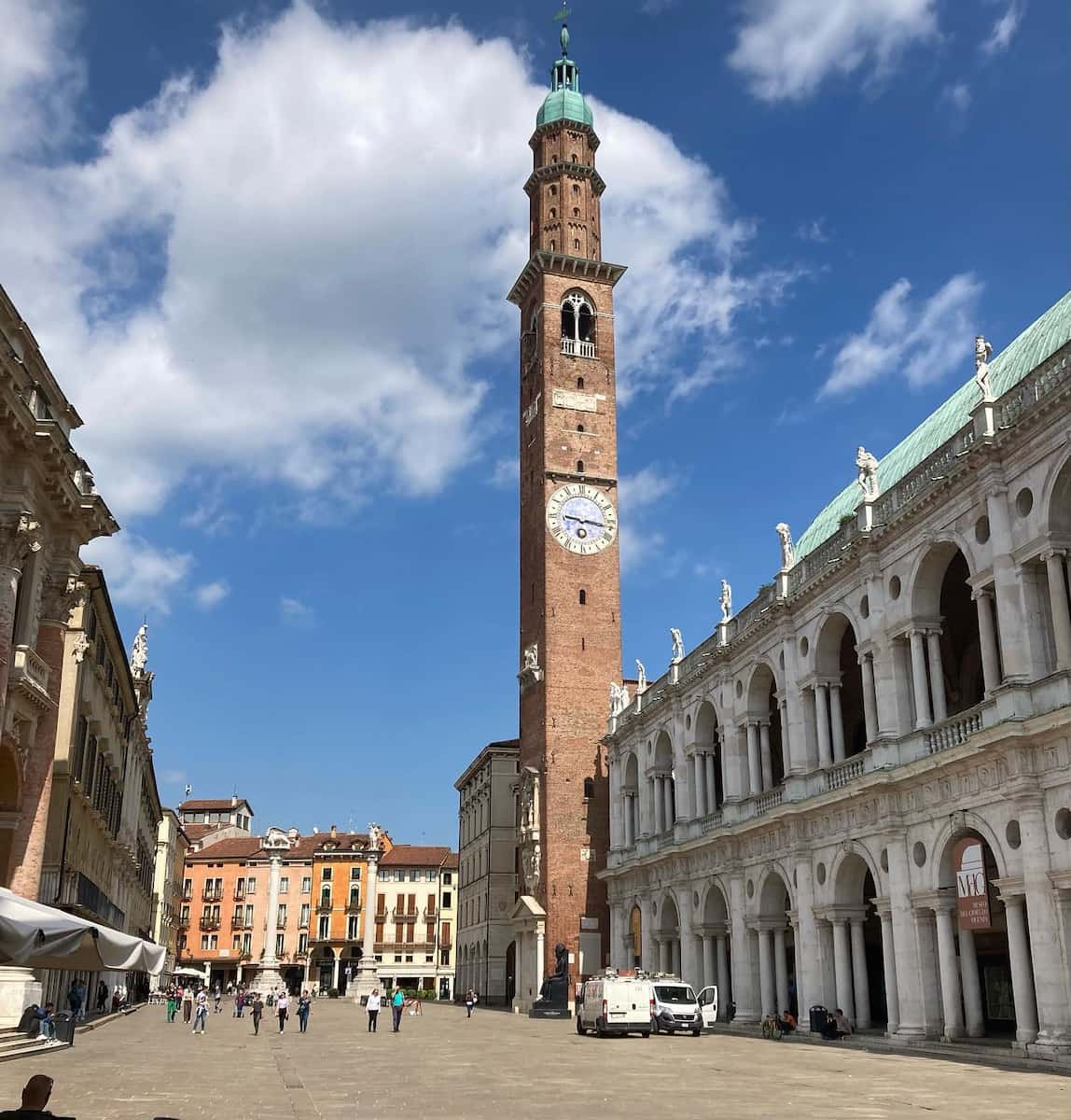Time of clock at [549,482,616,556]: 9:16
